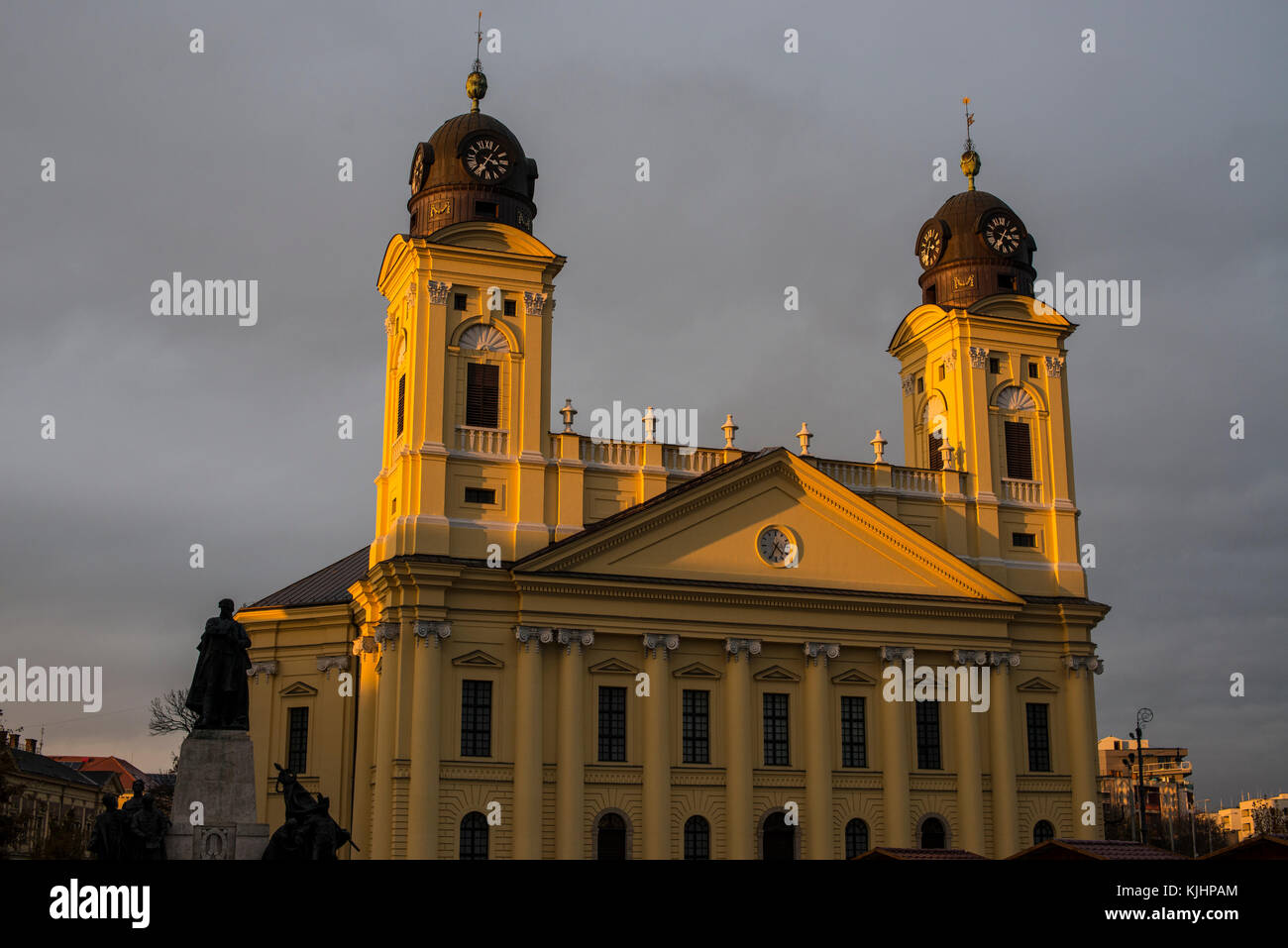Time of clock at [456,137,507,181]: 3:35
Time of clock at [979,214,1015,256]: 3:35
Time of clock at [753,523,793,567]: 4:34
